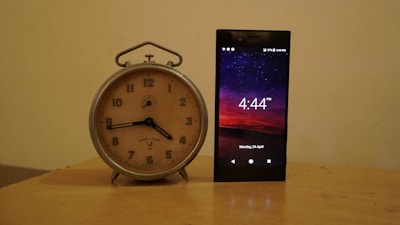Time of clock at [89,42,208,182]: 4:43
